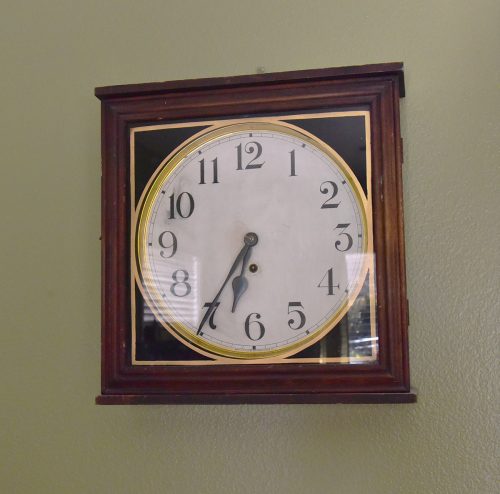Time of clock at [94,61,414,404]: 6:35
